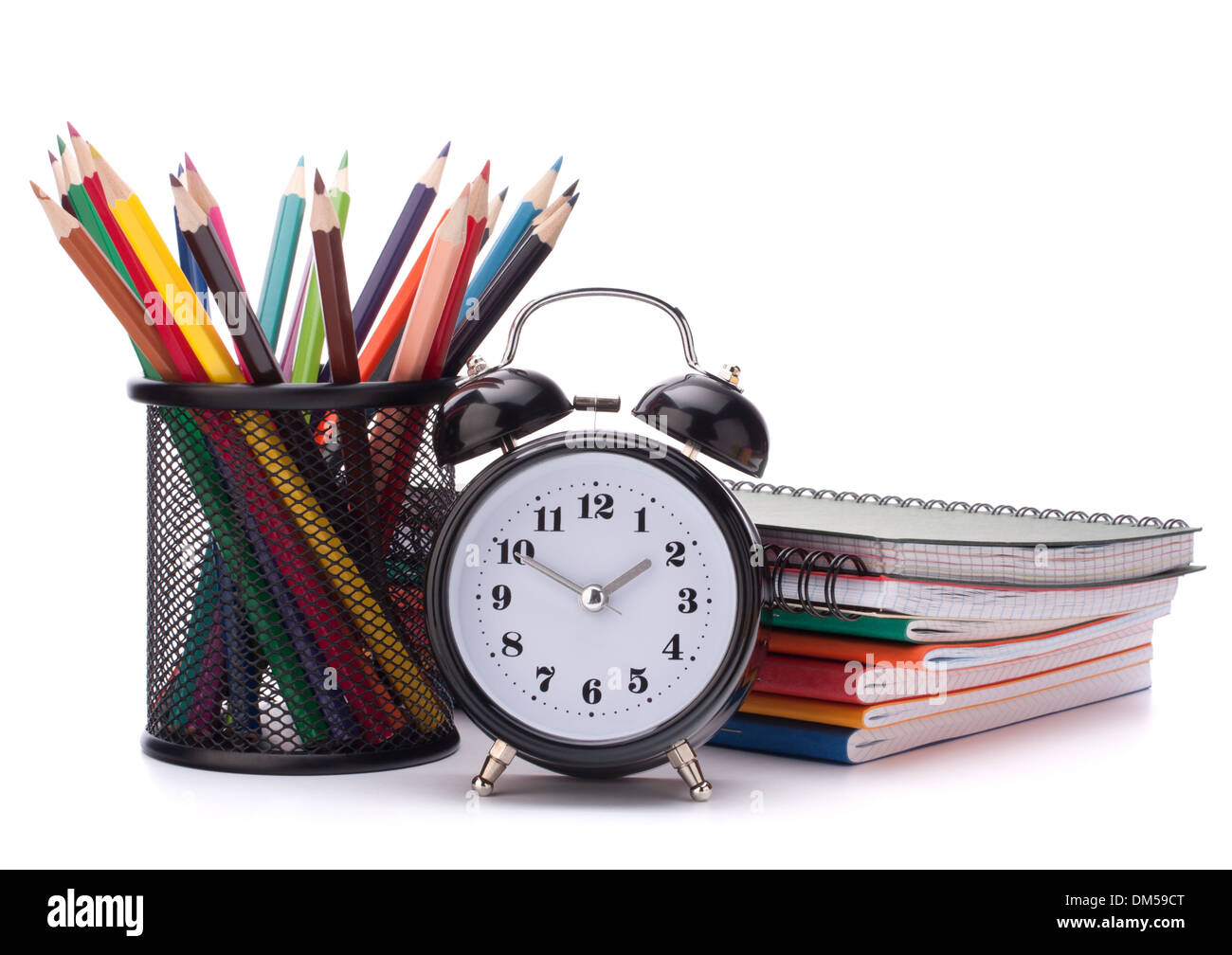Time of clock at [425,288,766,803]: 1:50
